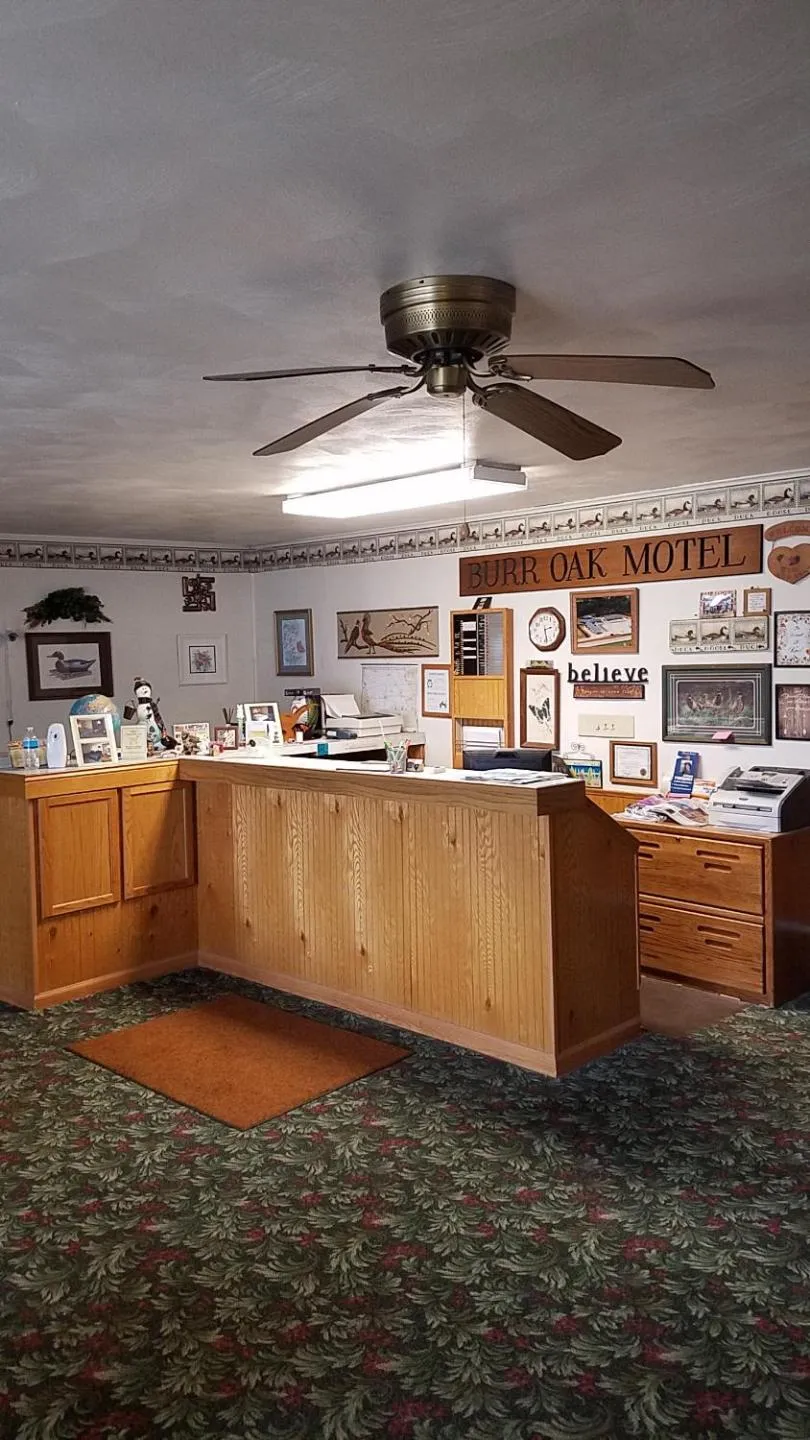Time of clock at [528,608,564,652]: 2:28
